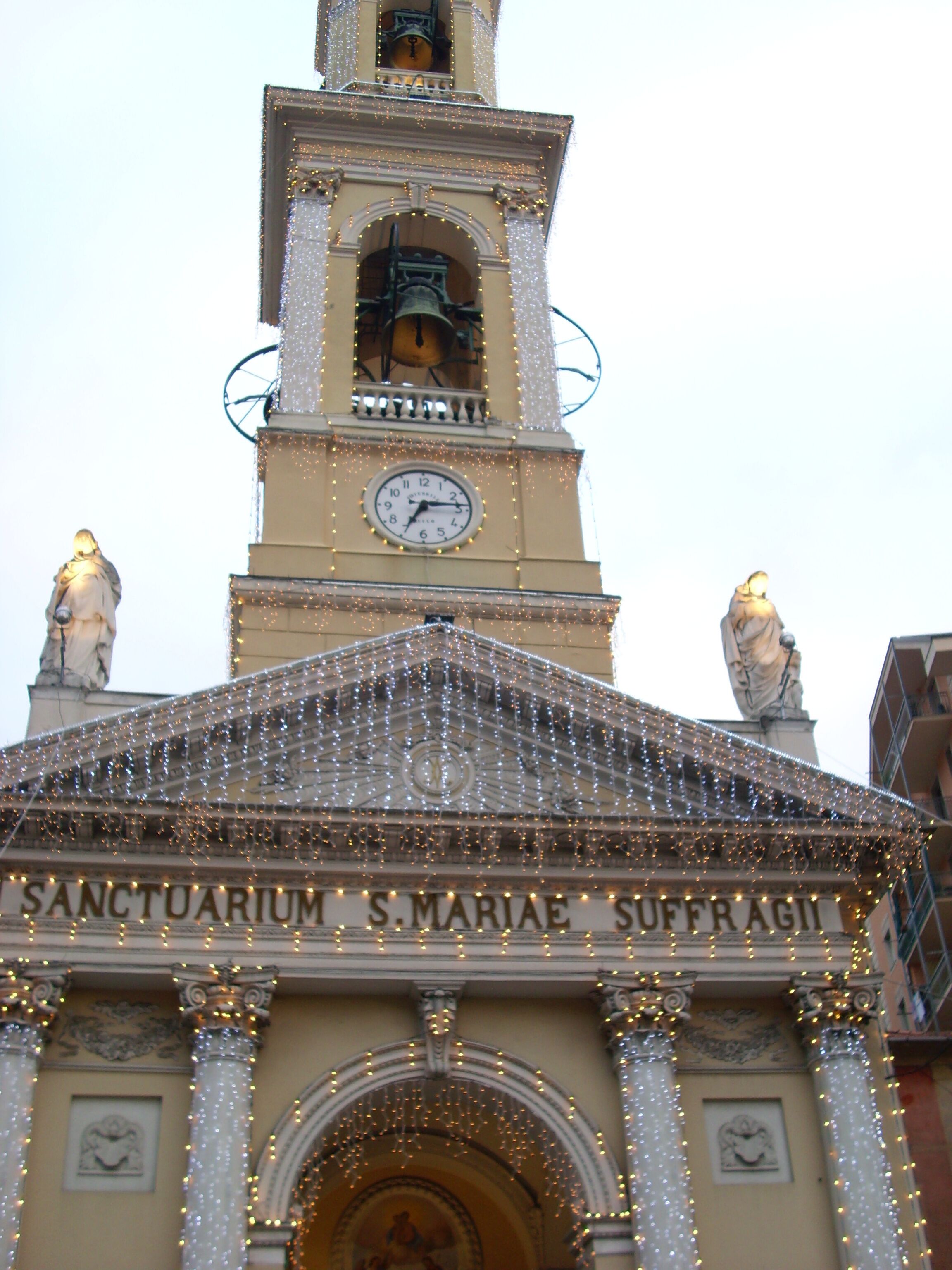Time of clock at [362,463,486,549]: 7:14
